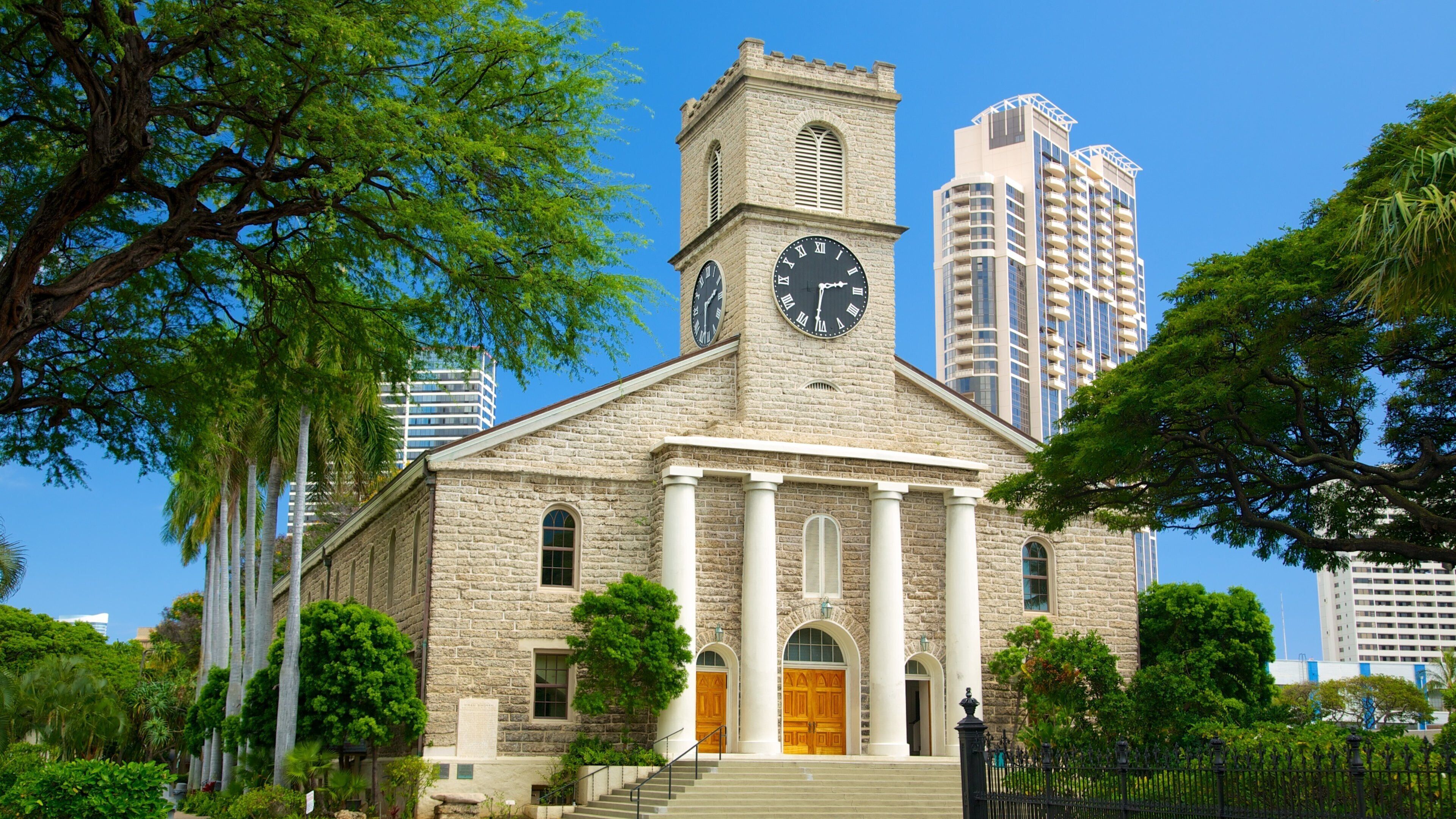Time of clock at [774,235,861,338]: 2:31
